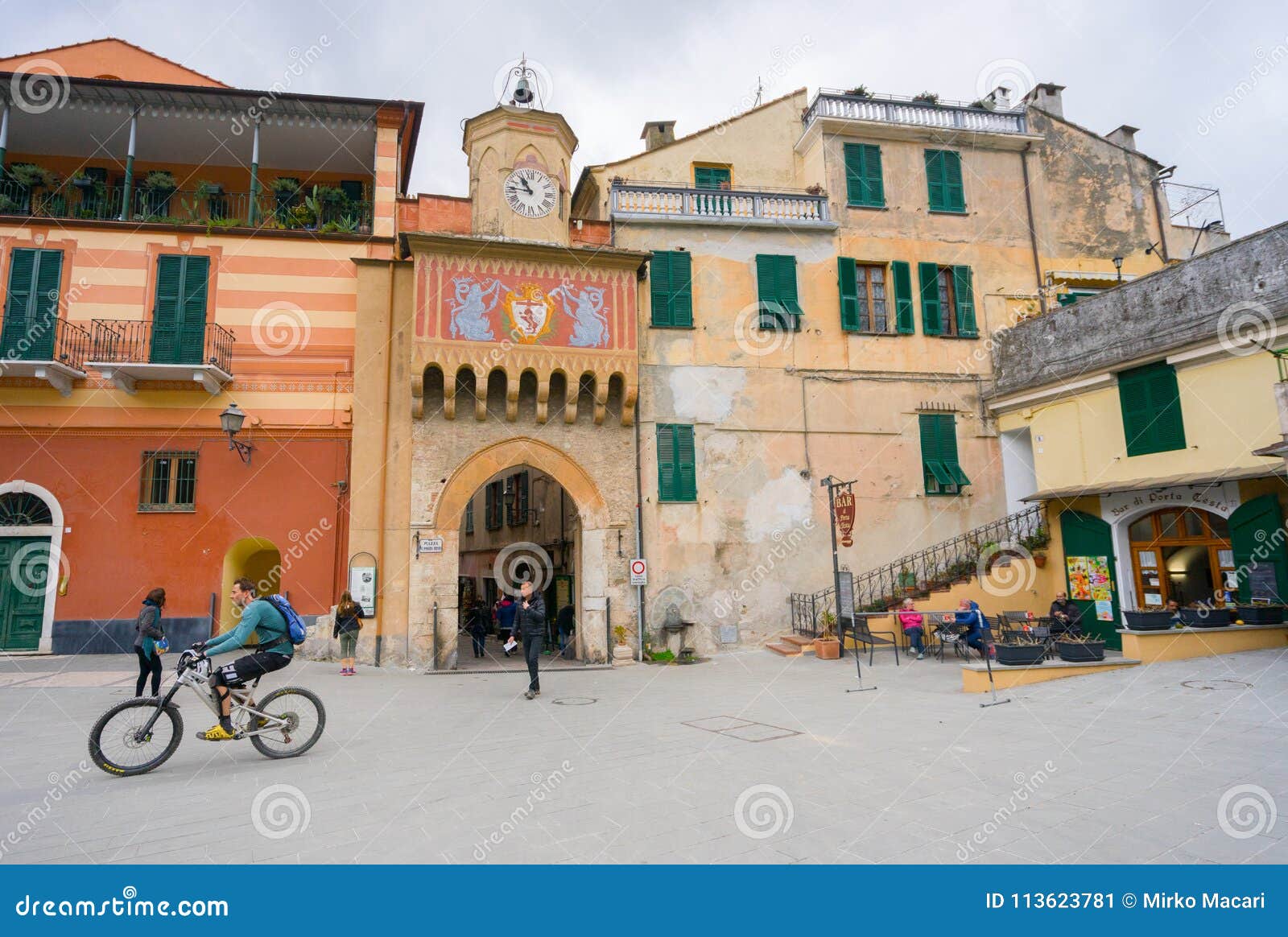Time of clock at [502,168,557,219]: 10:45
